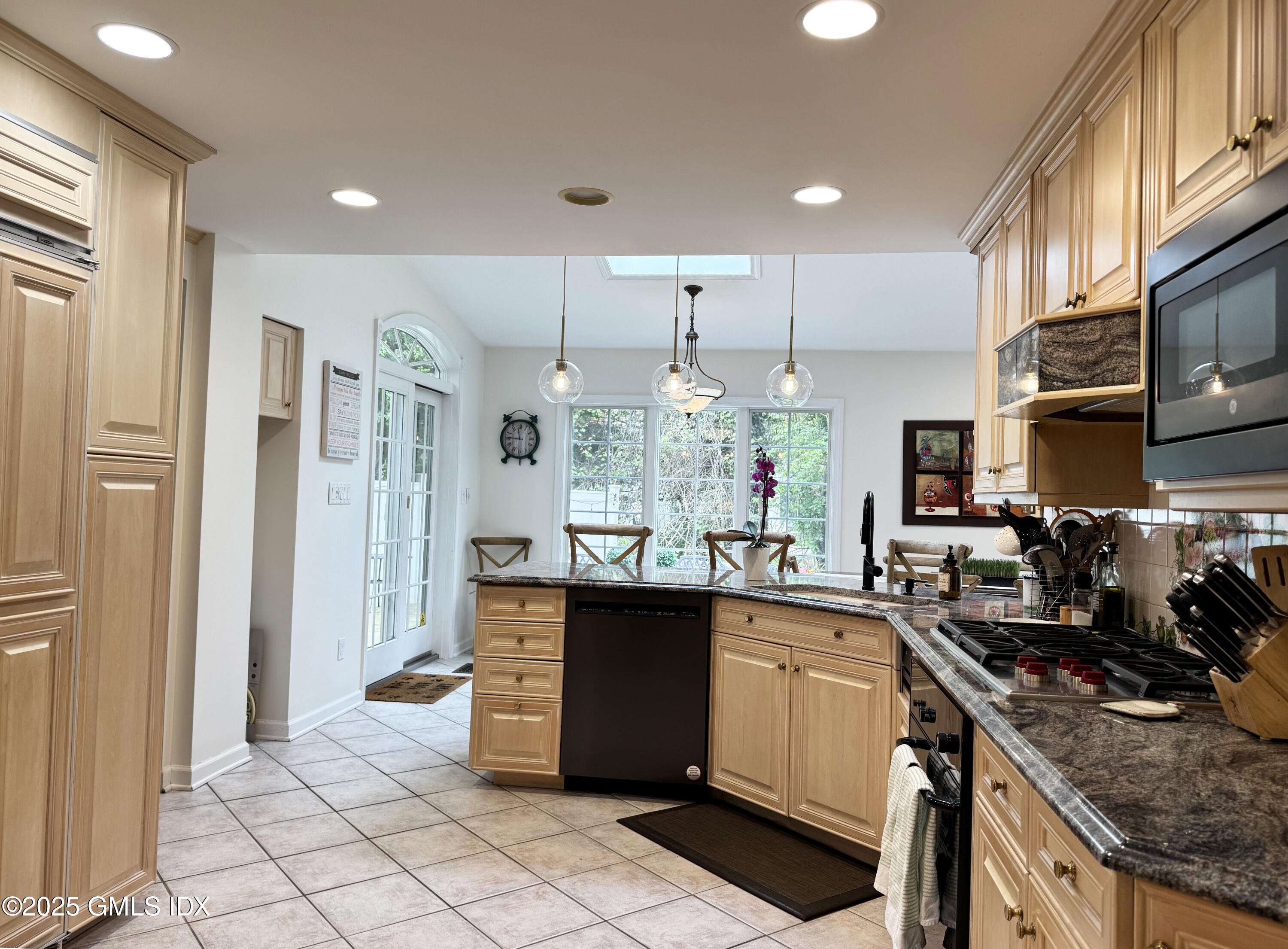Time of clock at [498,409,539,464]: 11:46
